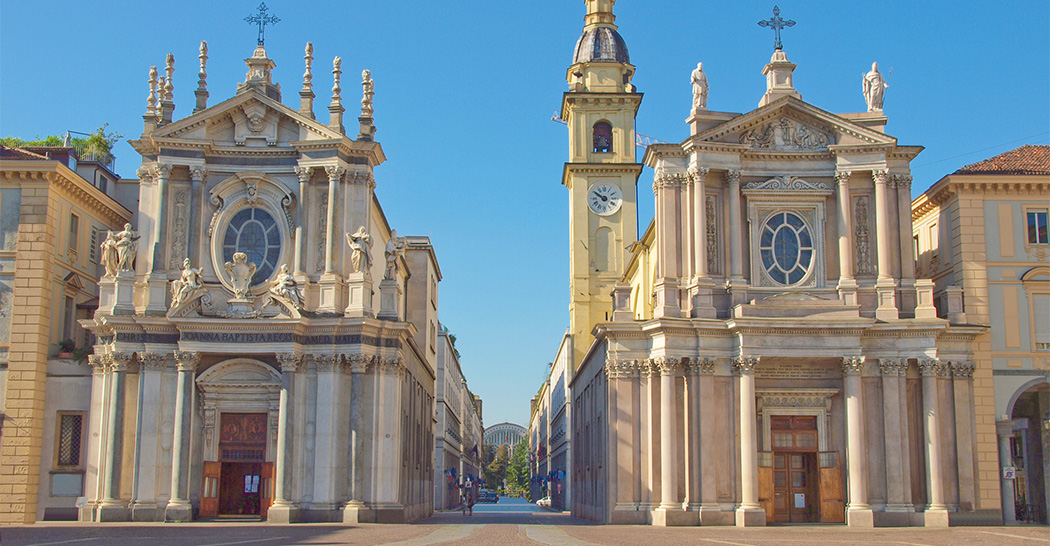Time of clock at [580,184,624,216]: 9:50
